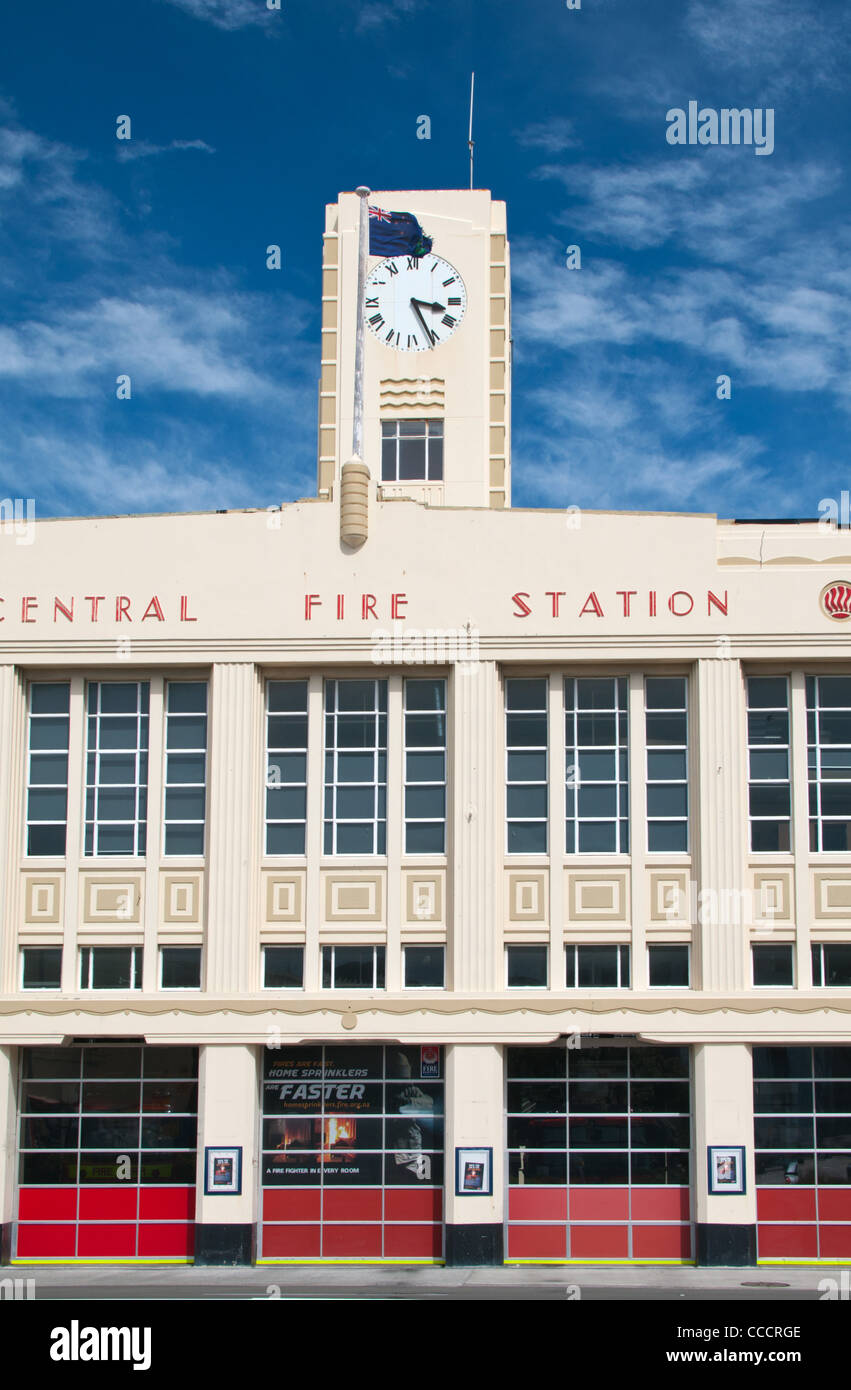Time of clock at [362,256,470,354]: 3:25
